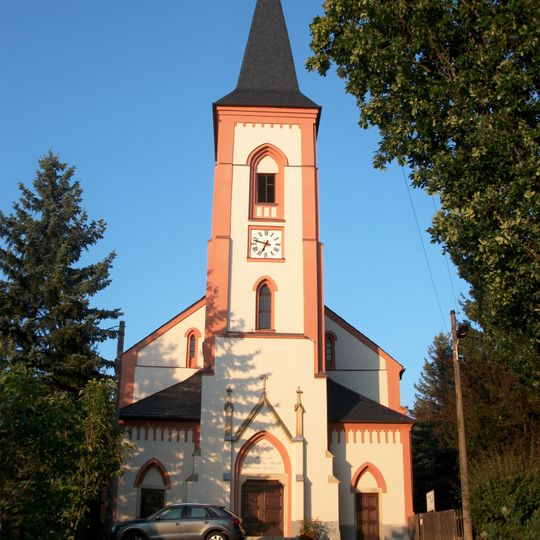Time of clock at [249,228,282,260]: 6:47
